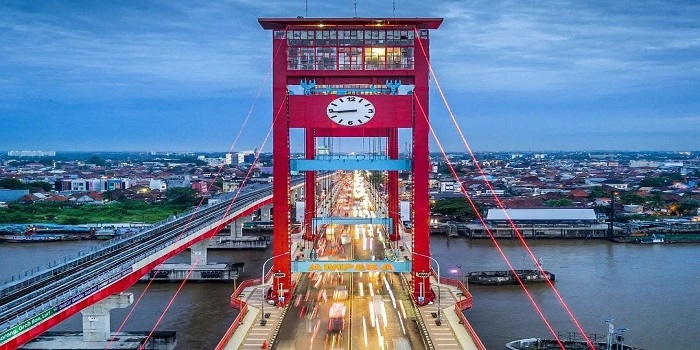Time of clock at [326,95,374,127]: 8:43
